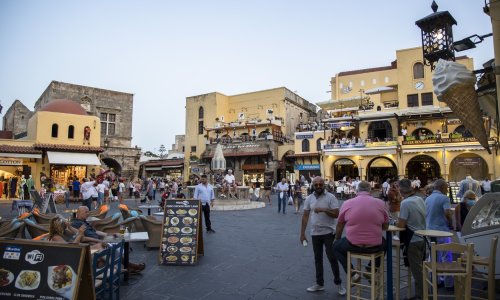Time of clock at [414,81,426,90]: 8:07
